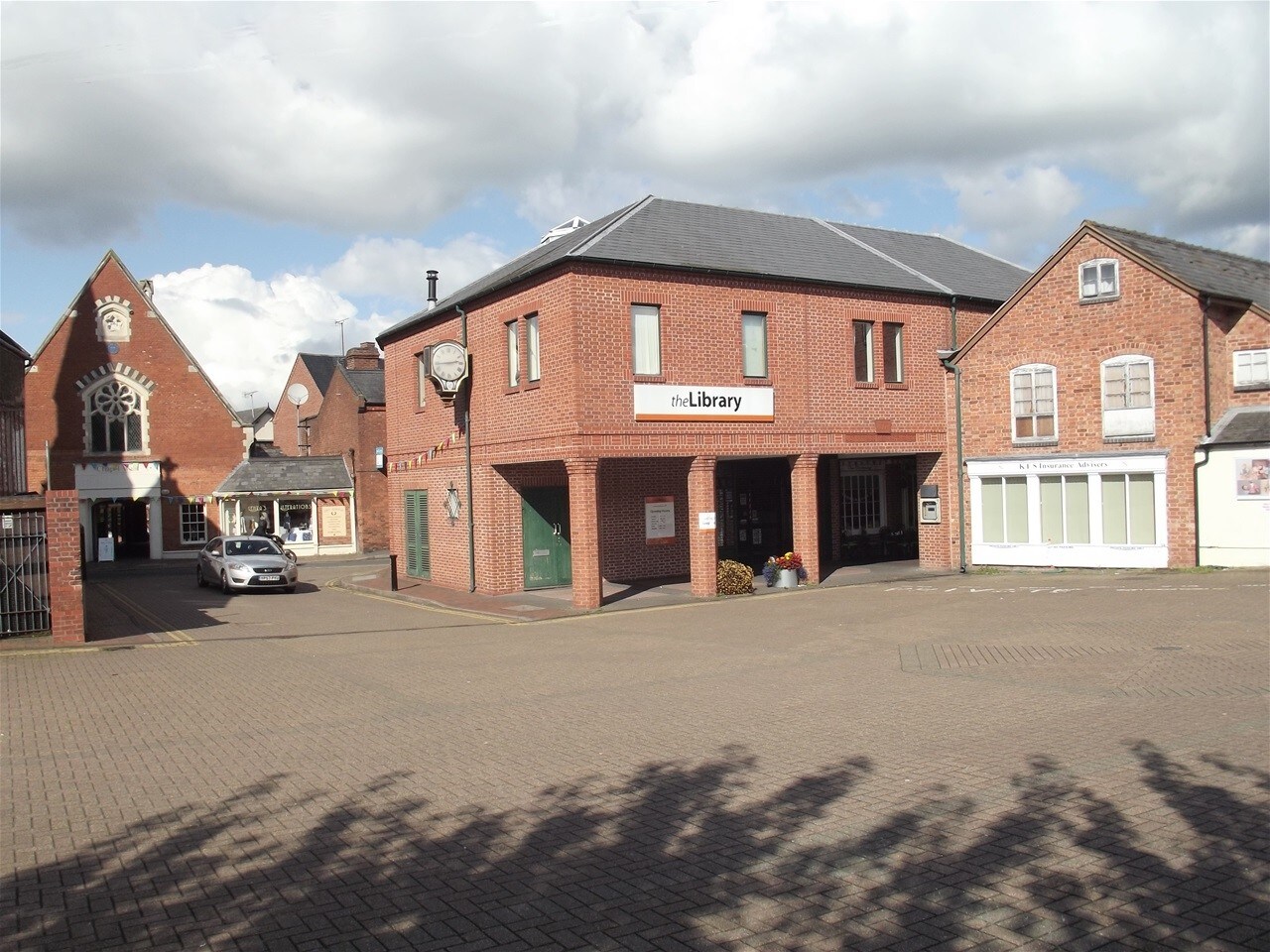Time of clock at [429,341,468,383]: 2:43
